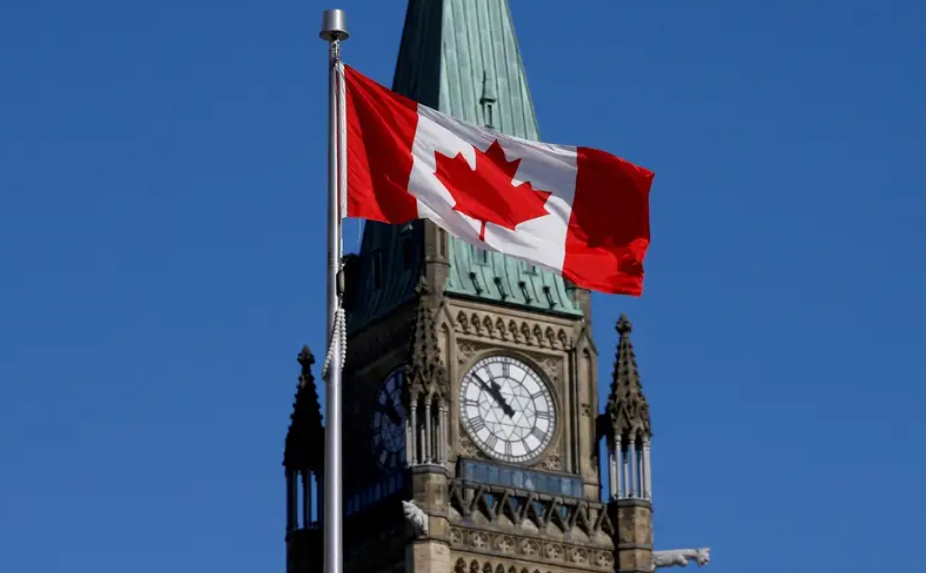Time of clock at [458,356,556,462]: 10:51
